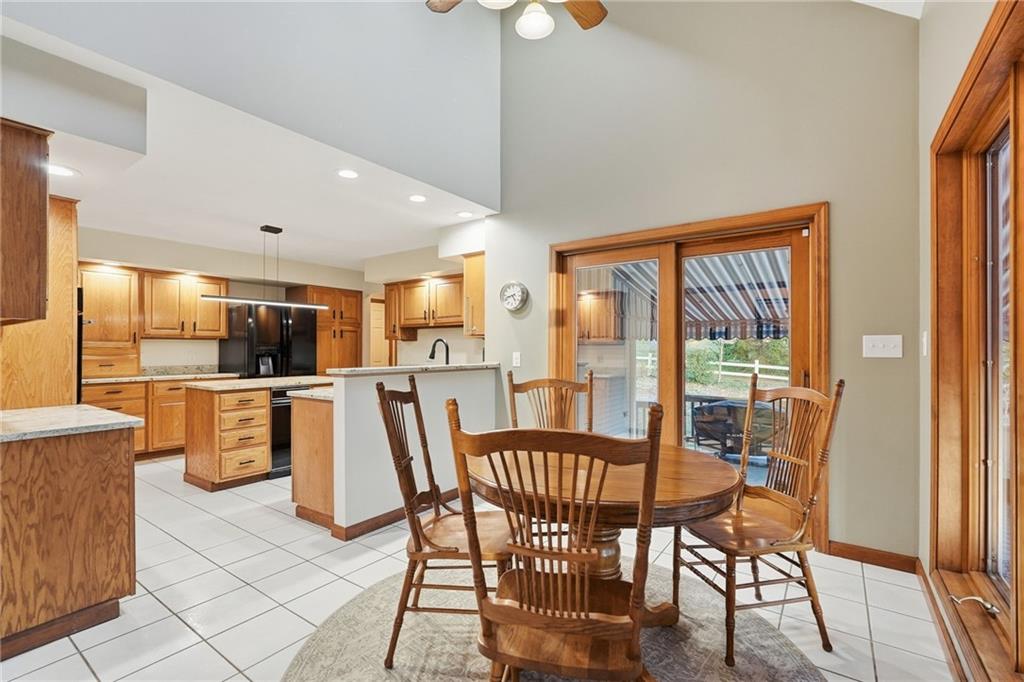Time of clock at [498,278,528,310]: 4:42
